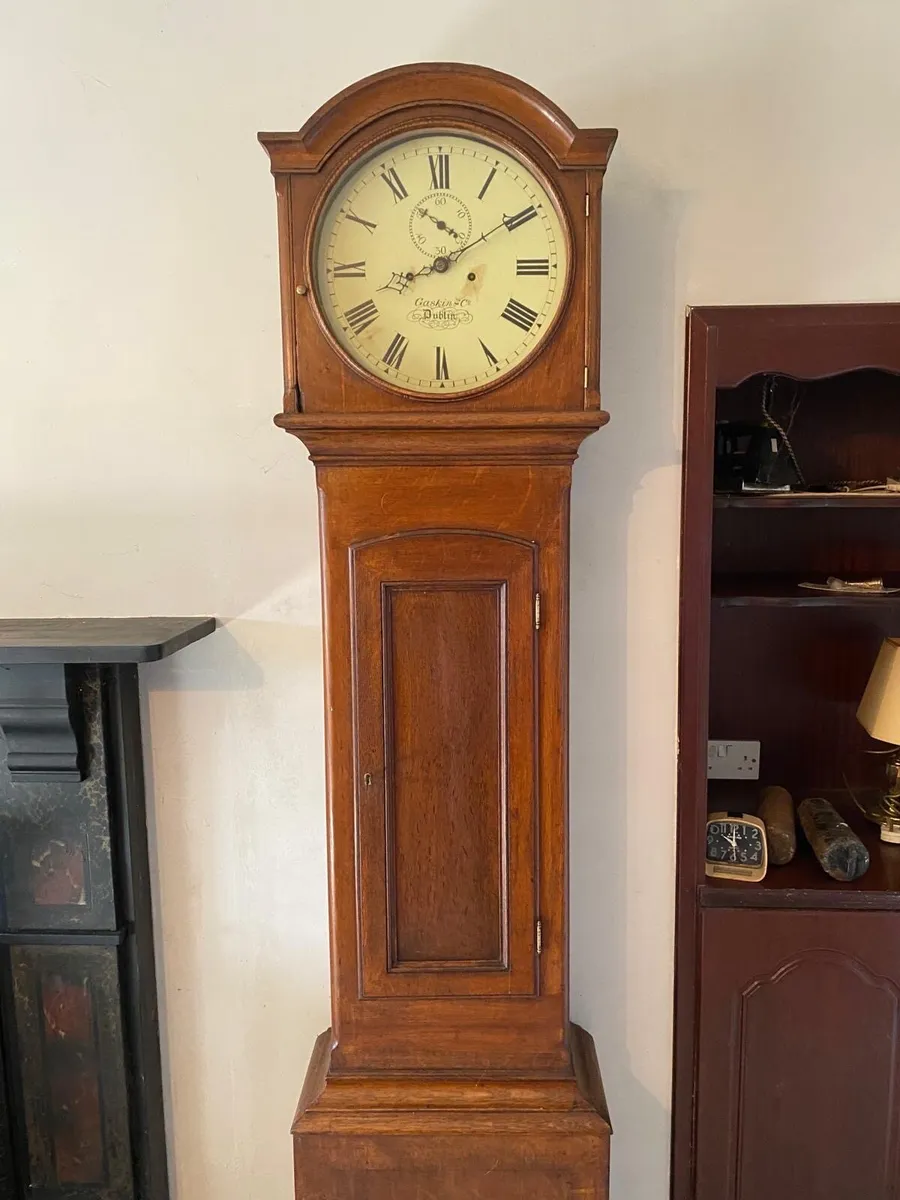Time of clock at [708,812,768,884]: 10:00
